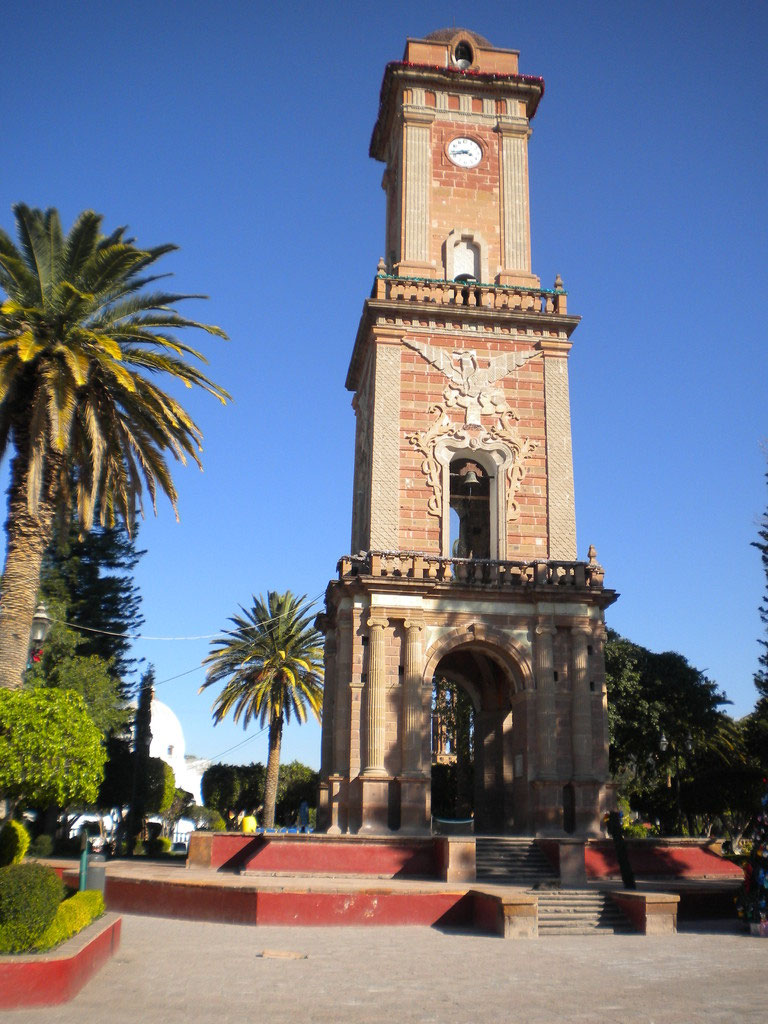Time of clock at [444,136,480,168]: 3:42
